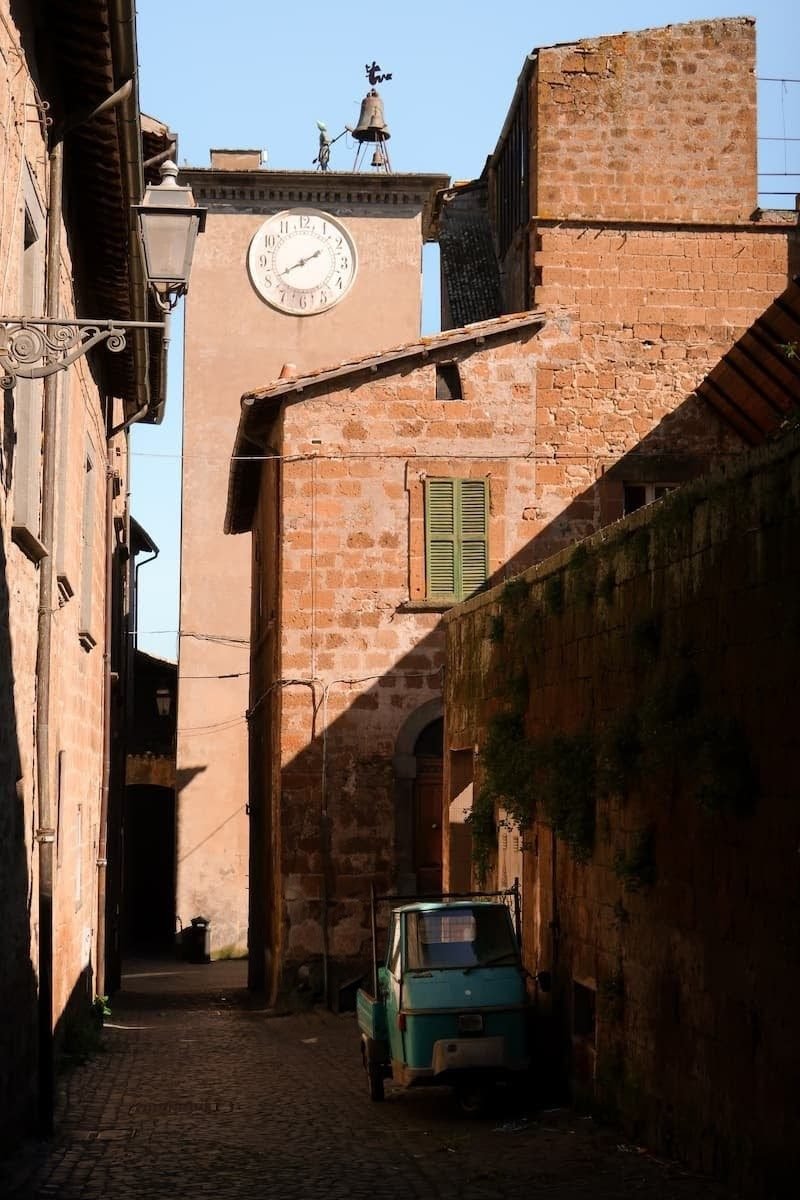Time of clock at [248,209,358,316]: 1:40
